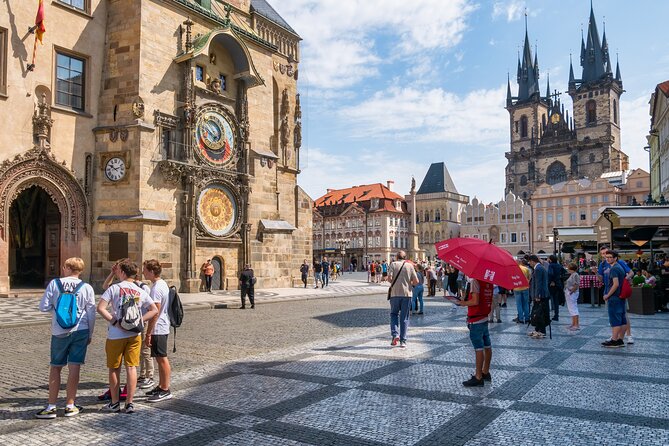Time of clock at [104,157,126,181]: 10:12
